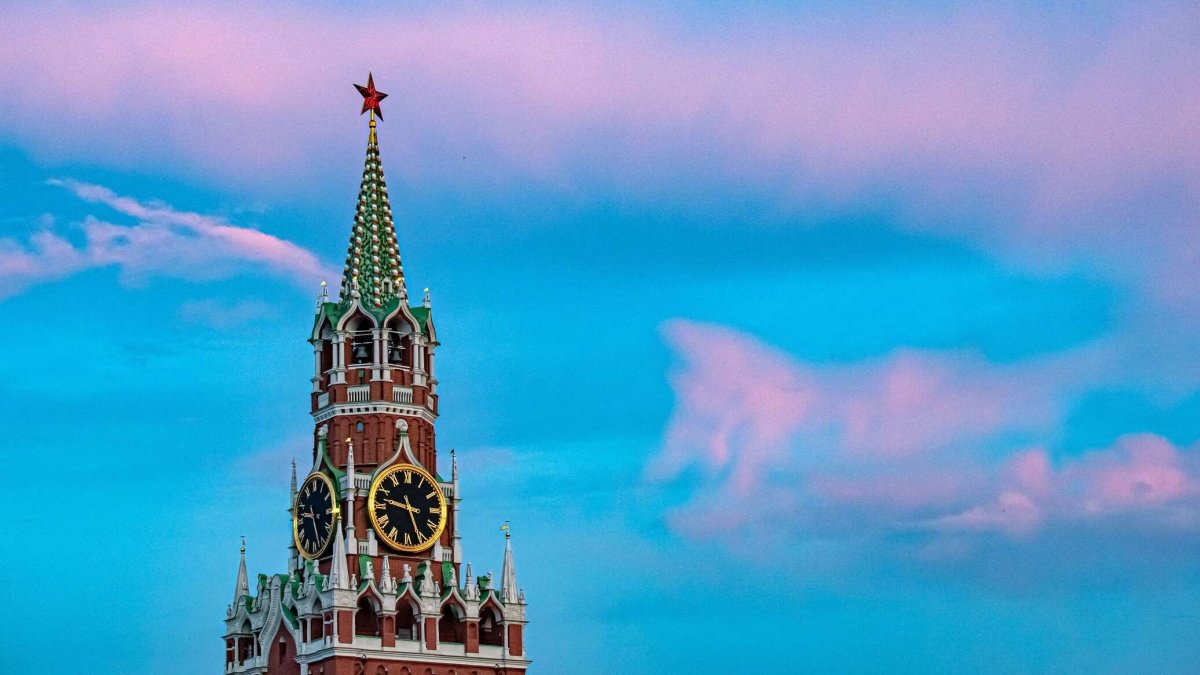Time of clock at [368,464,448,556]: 9:26
